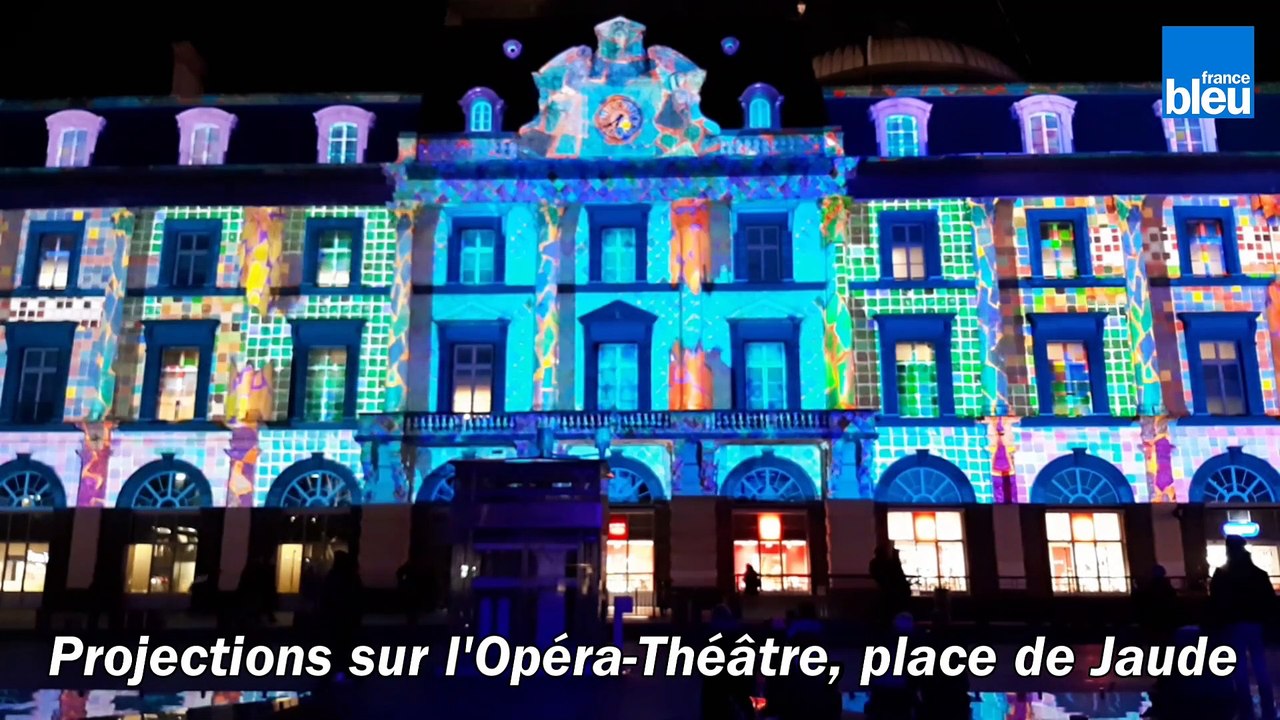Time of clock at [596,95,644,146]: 6:38
